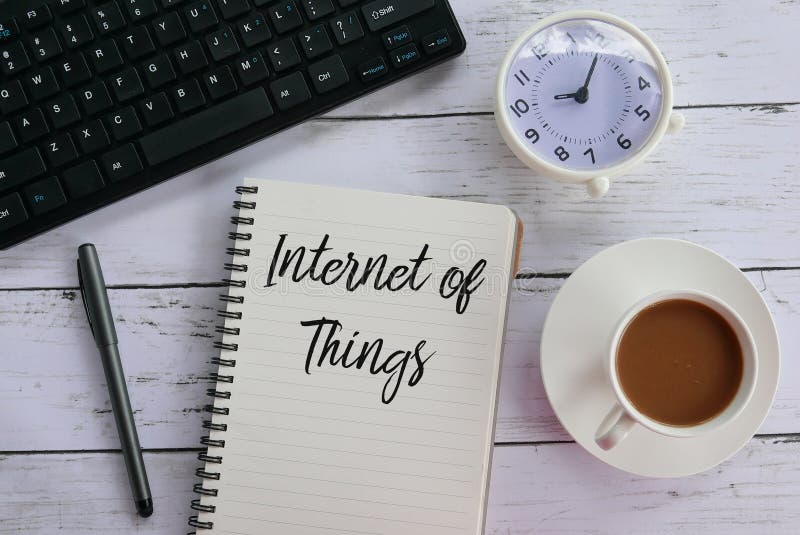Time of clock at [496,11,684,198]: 9:05
